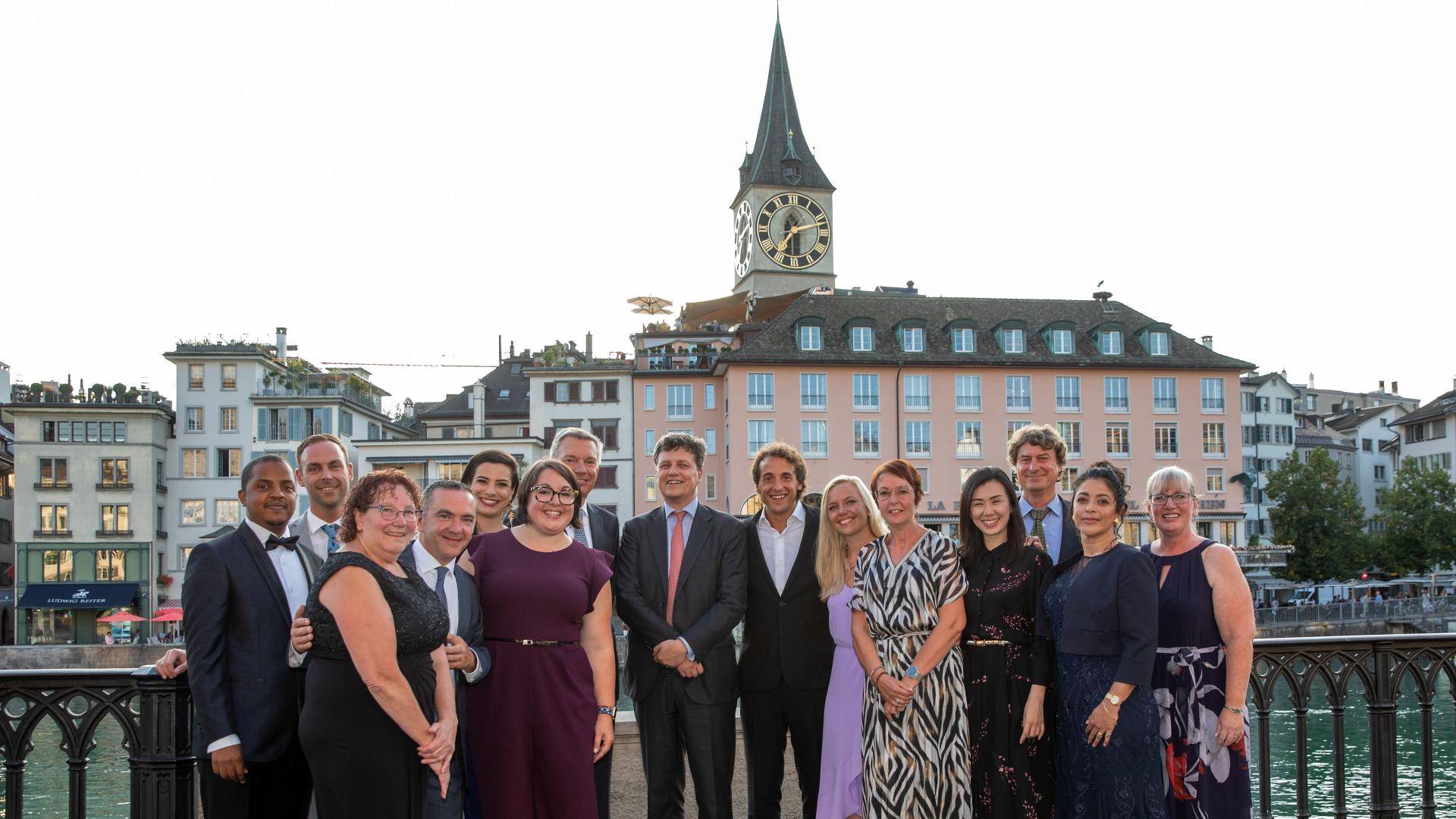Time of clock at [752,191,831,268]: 7:12
